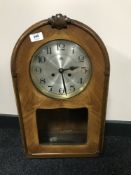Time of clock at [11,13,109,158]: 2:28
